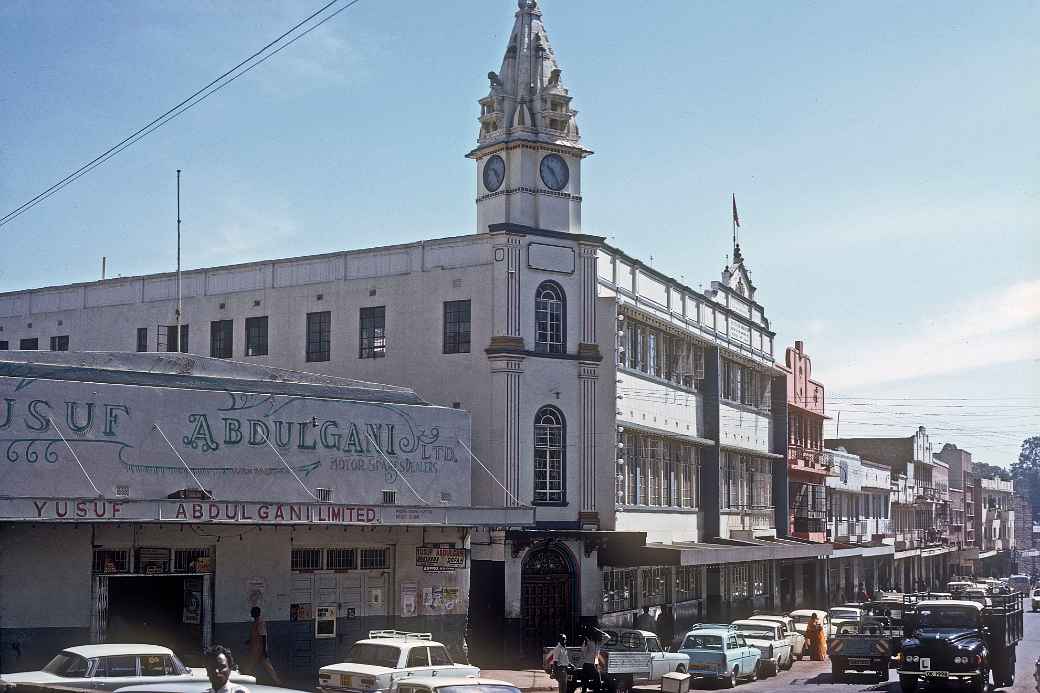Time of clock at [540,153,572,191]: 10:24
